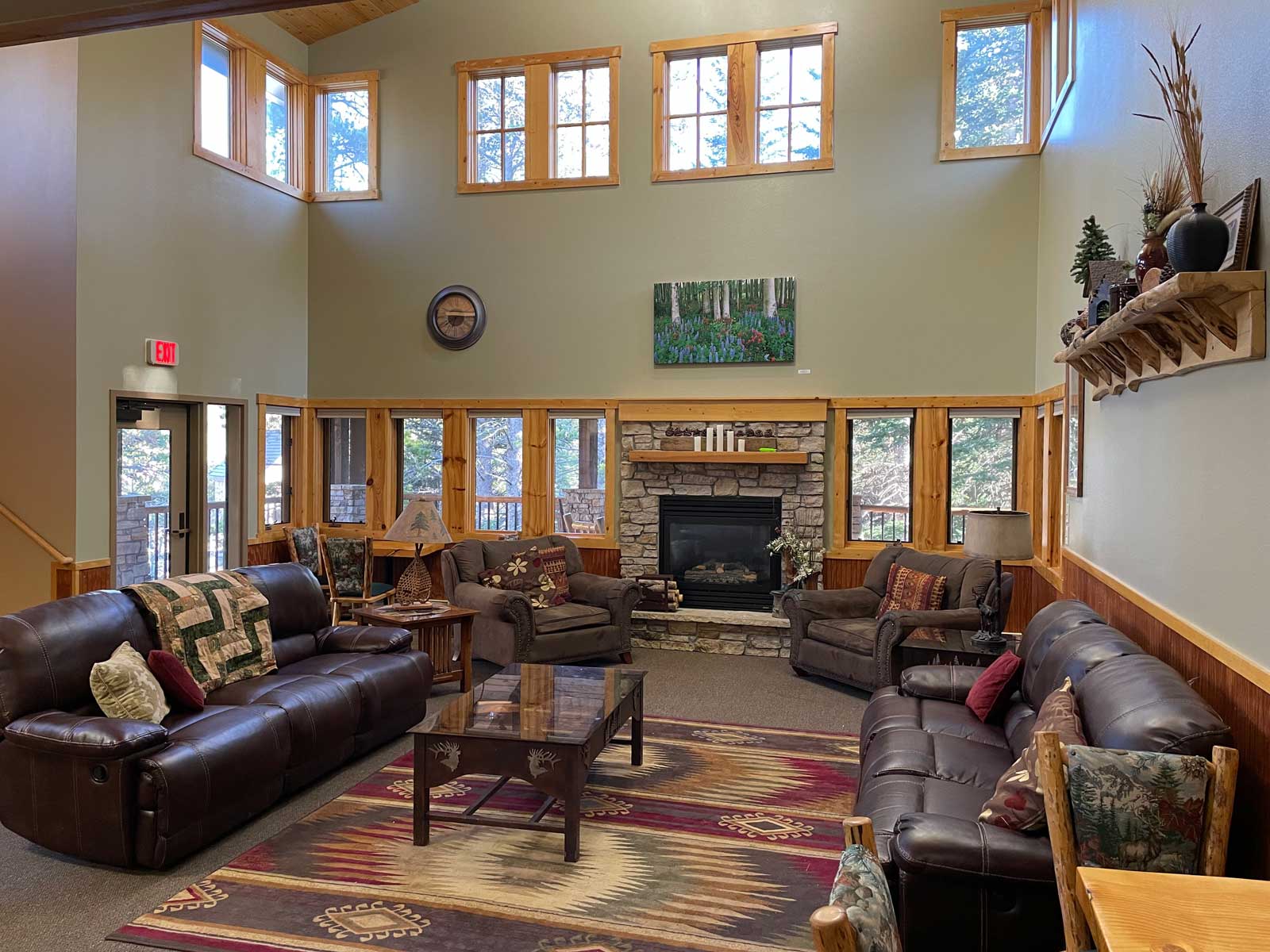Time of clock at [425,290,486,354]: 7:15
